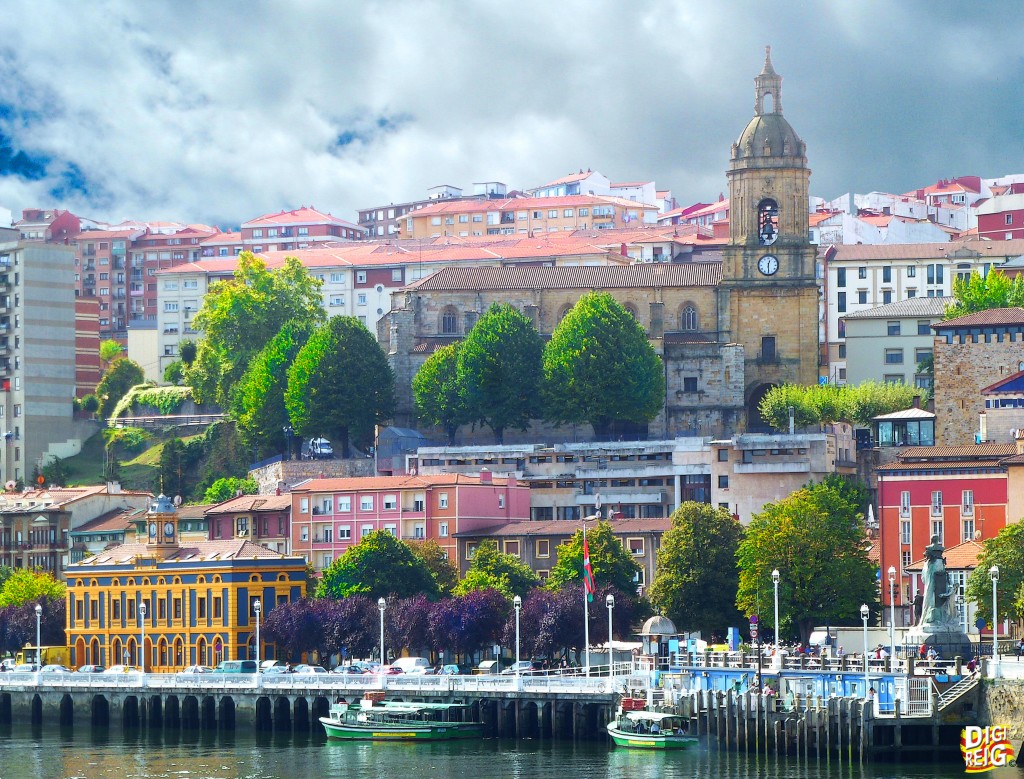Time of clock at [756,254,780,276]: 12:29
